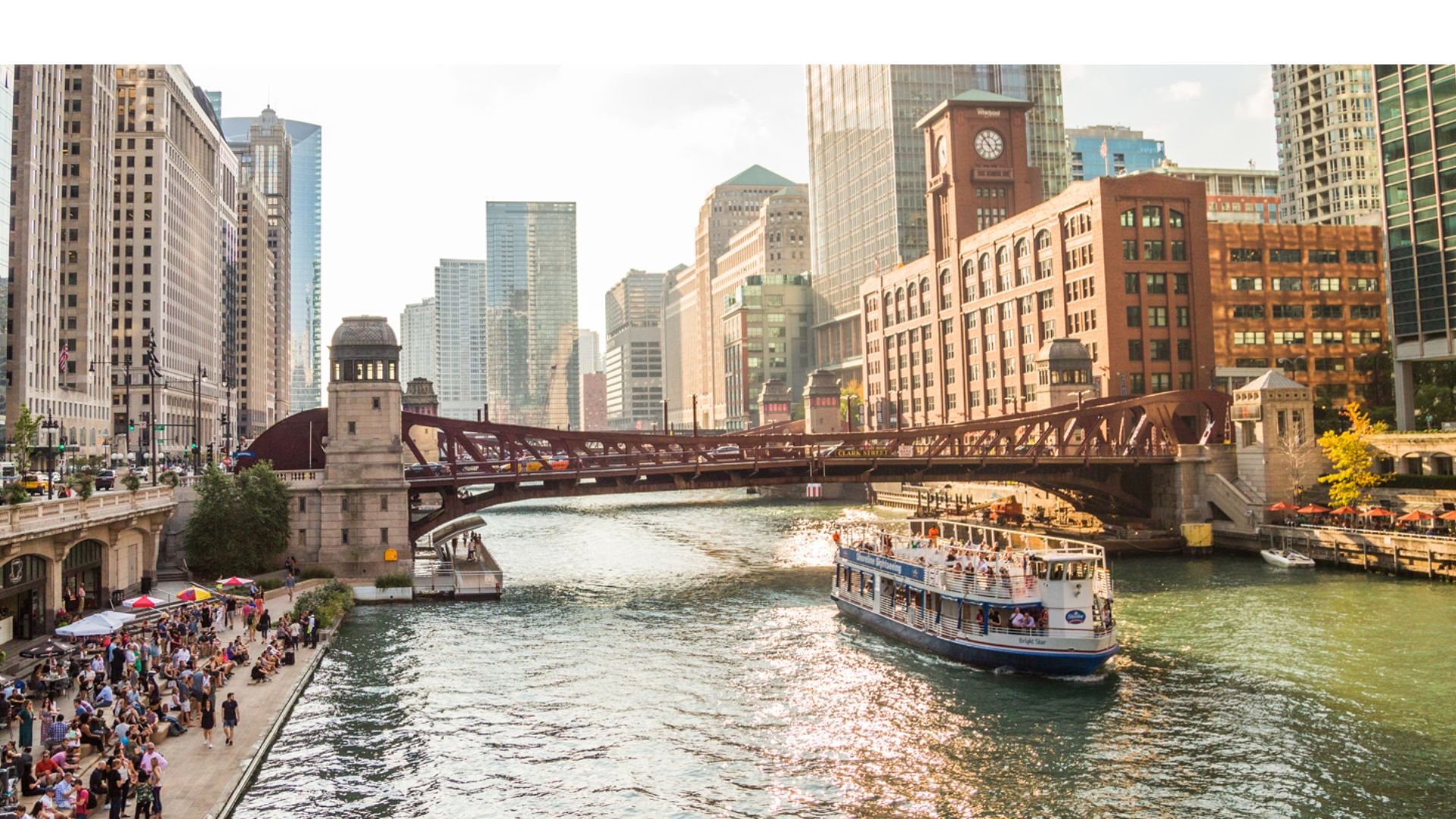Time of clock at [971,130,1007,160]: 4:53
